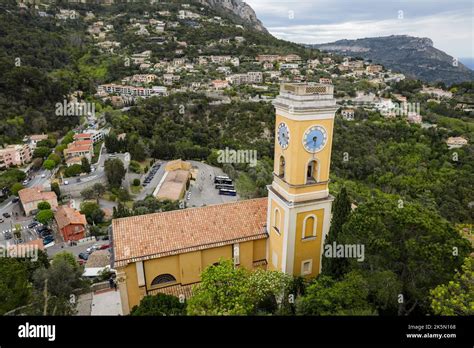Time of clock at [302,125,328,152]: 5:40
